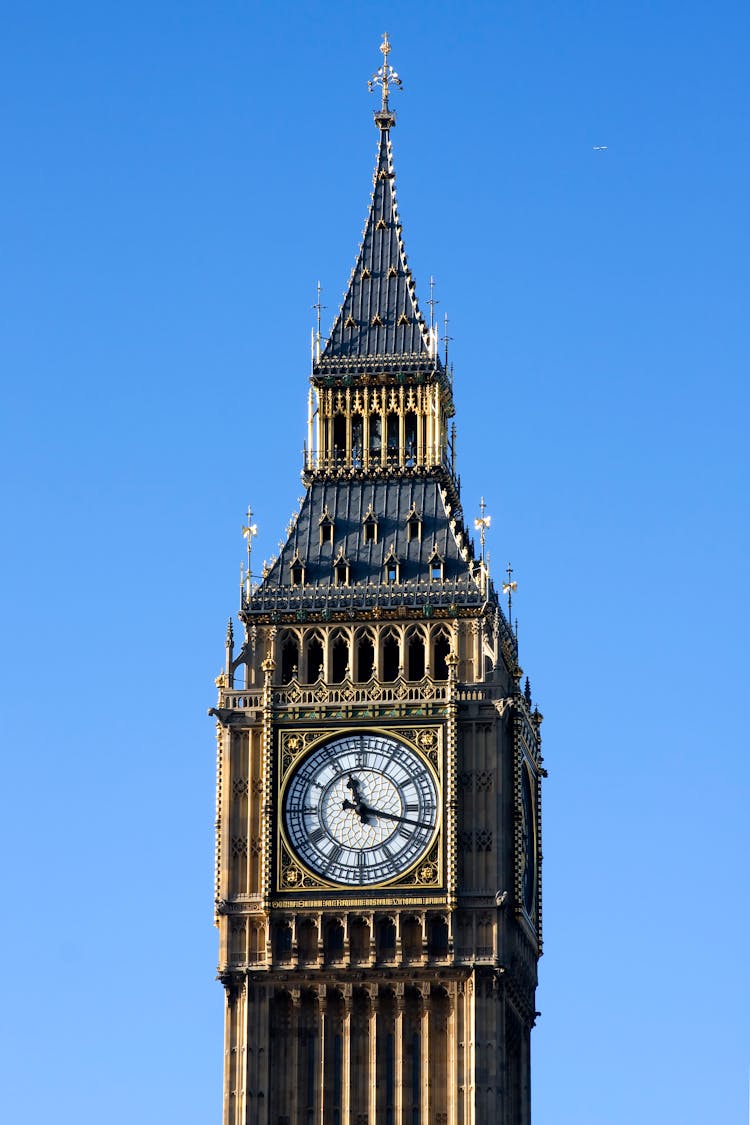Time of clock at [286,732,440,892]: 11:17
